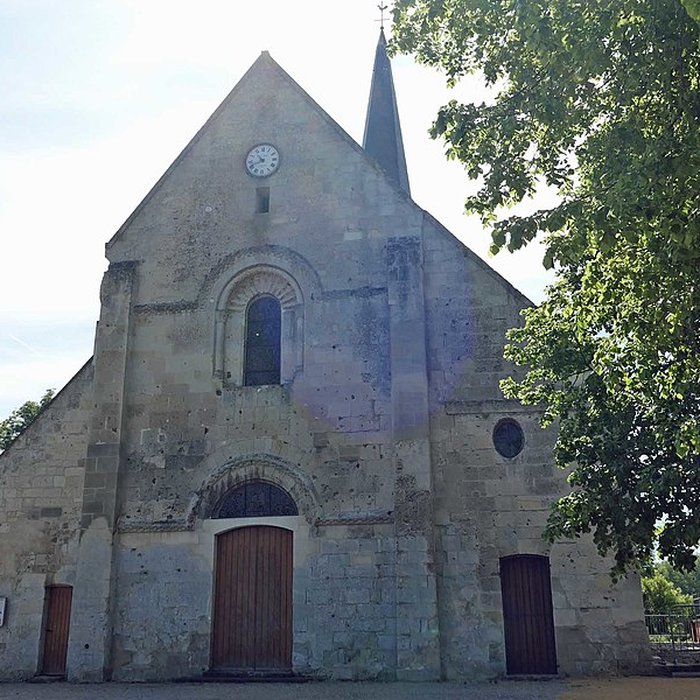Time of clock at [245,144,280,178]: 10:41
